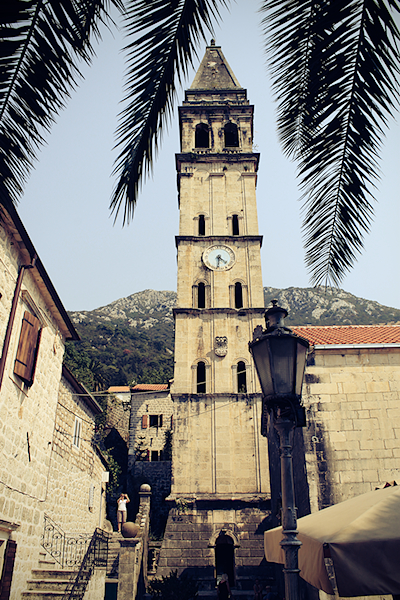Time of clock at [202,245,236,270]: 4:31
